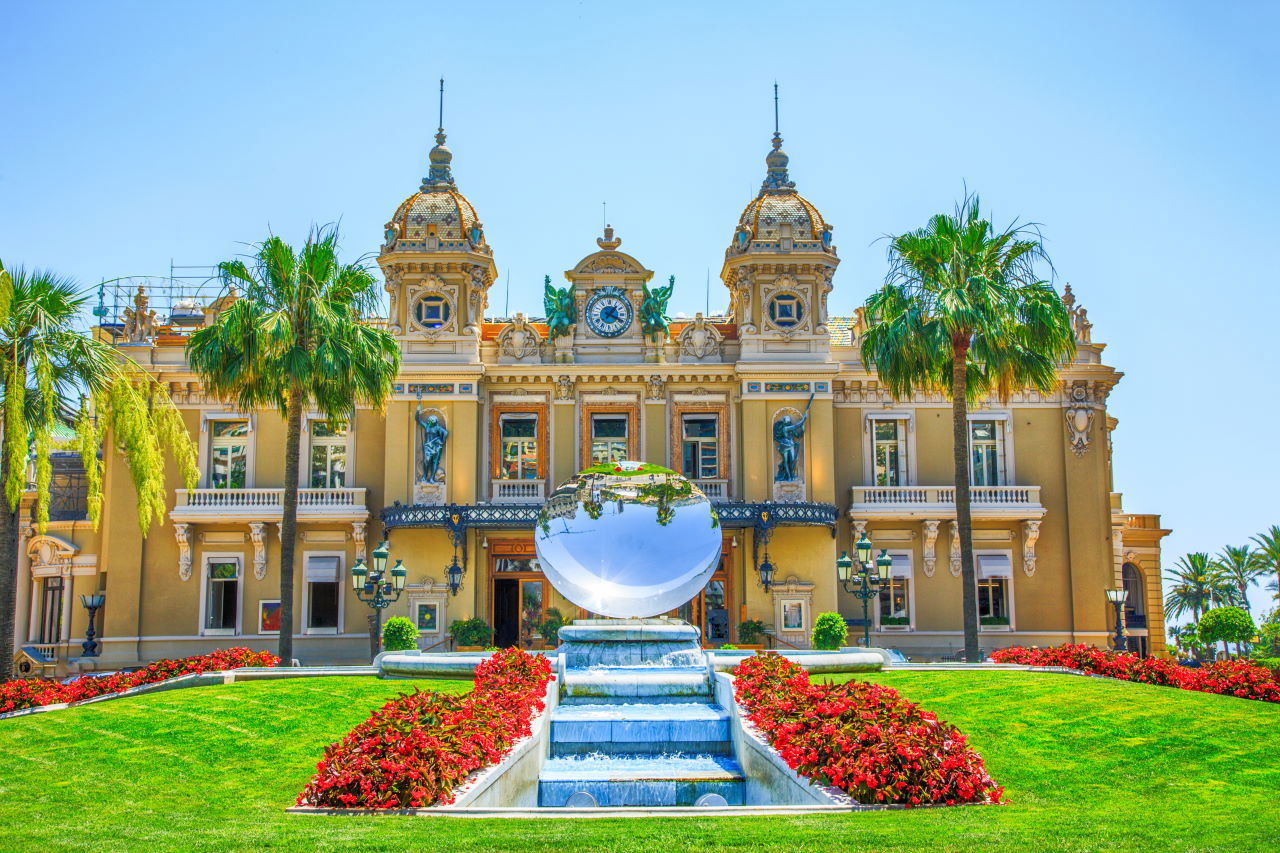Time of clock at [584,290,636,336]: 1:18
